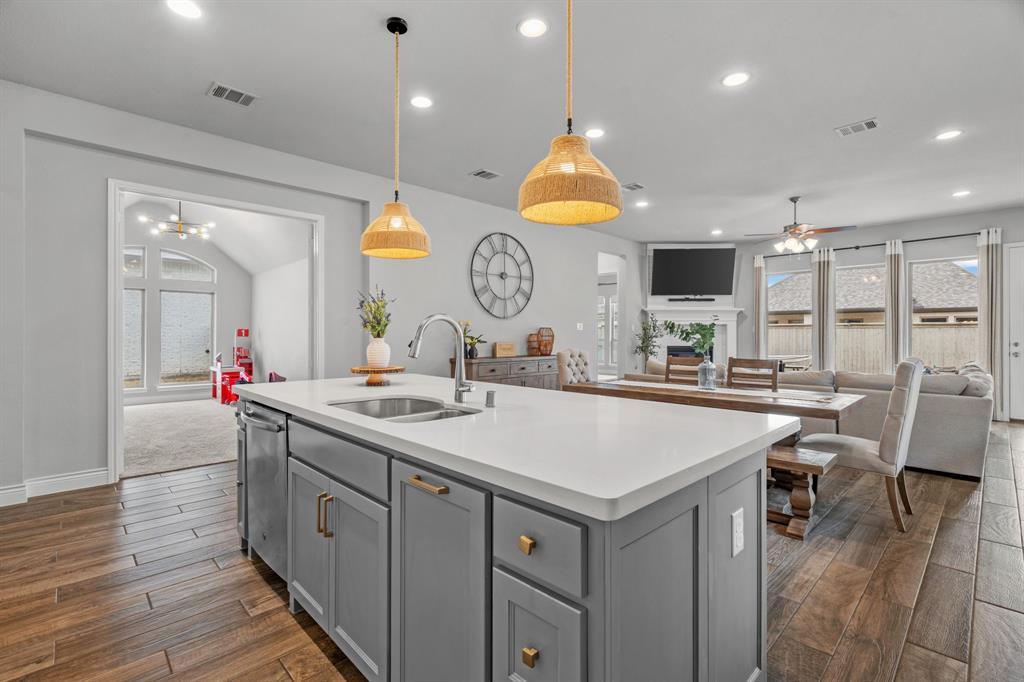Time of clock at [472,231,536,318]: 12:14
